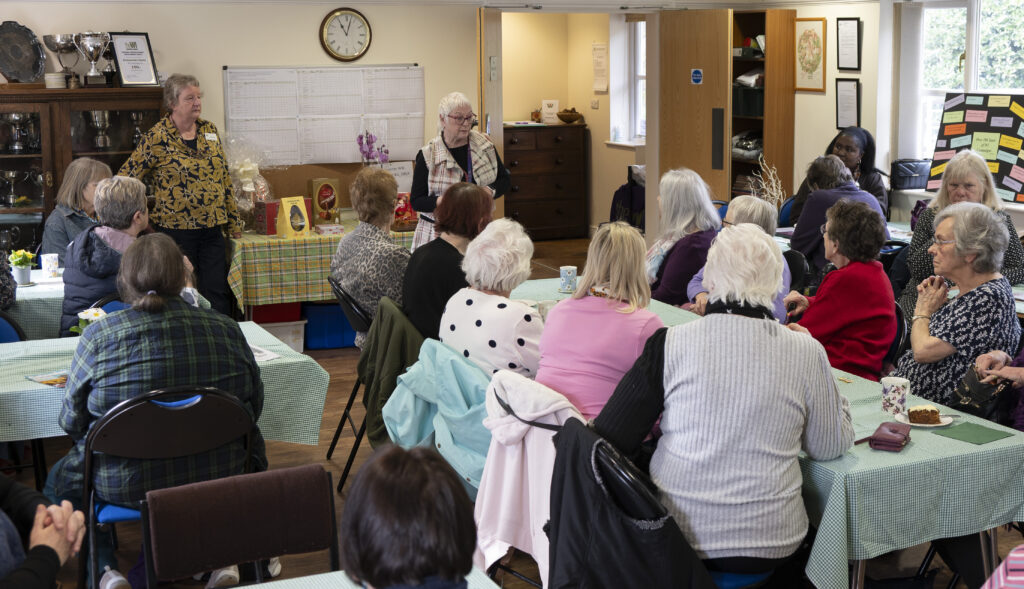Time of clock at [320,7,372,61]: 11:02
